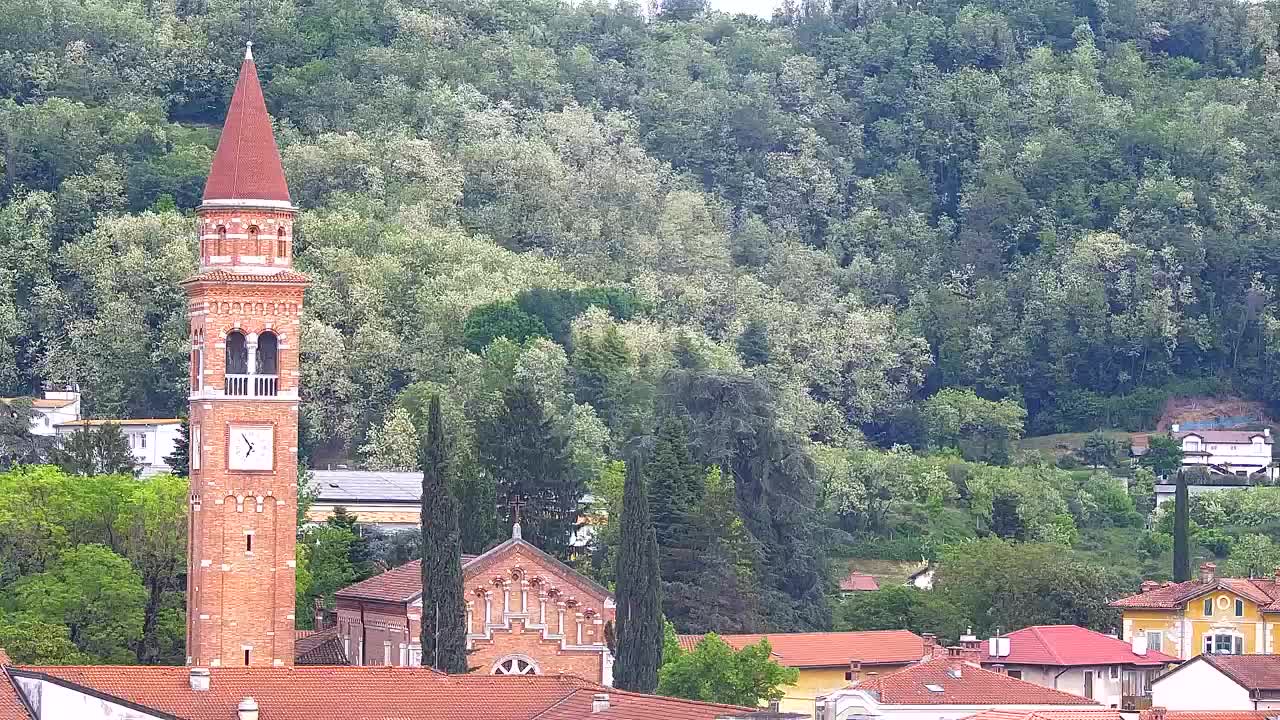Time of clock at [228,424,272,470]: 6:54
